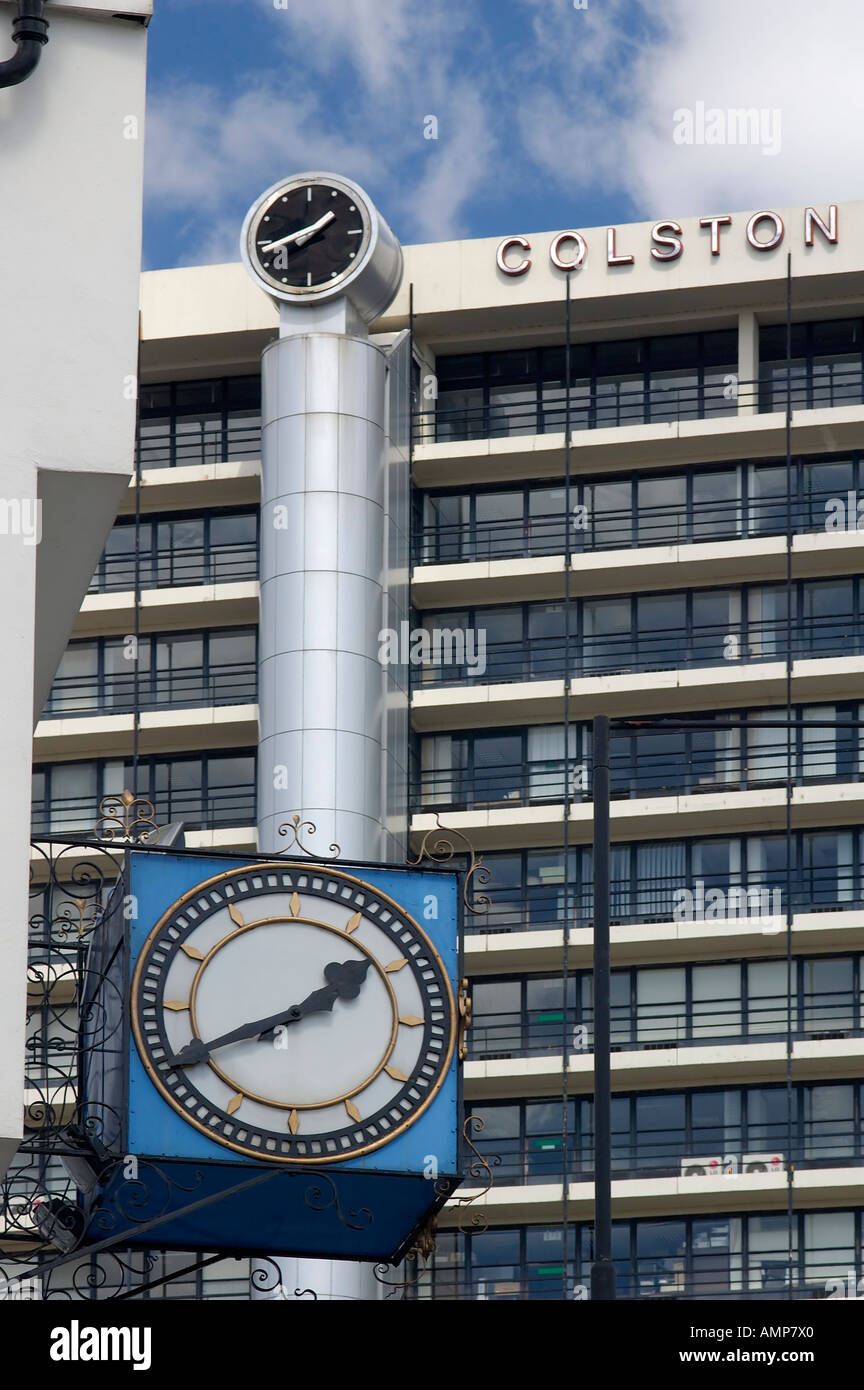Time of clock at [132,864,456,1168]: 1:40
